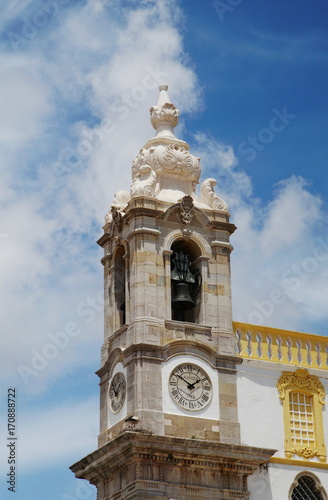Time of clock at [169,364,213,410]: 1:50
